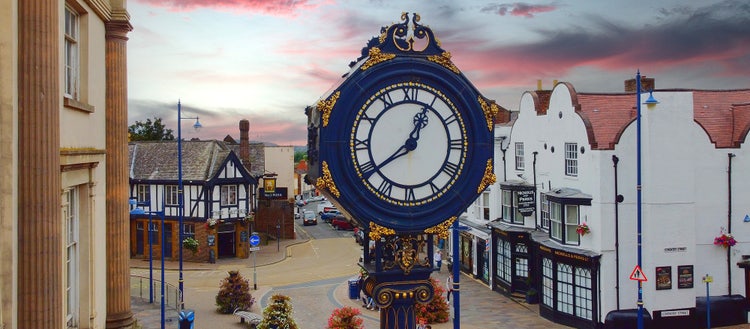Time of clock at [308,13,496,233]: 12:39
